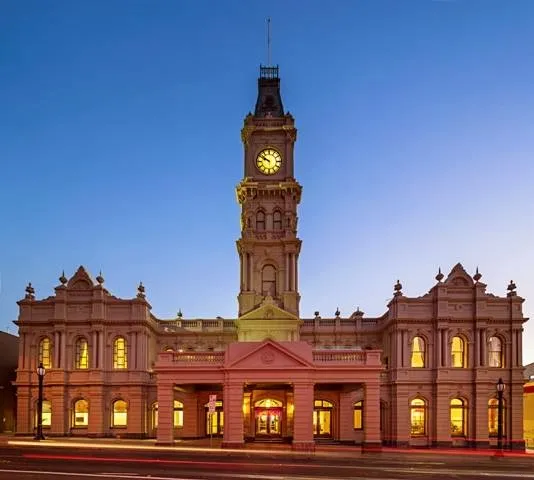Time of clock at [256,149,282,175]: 9:50
